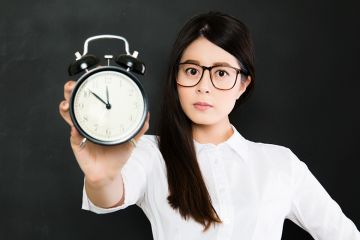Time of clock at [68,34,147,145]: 11:51
